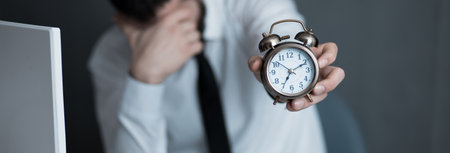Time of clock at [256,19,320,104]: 7:10
